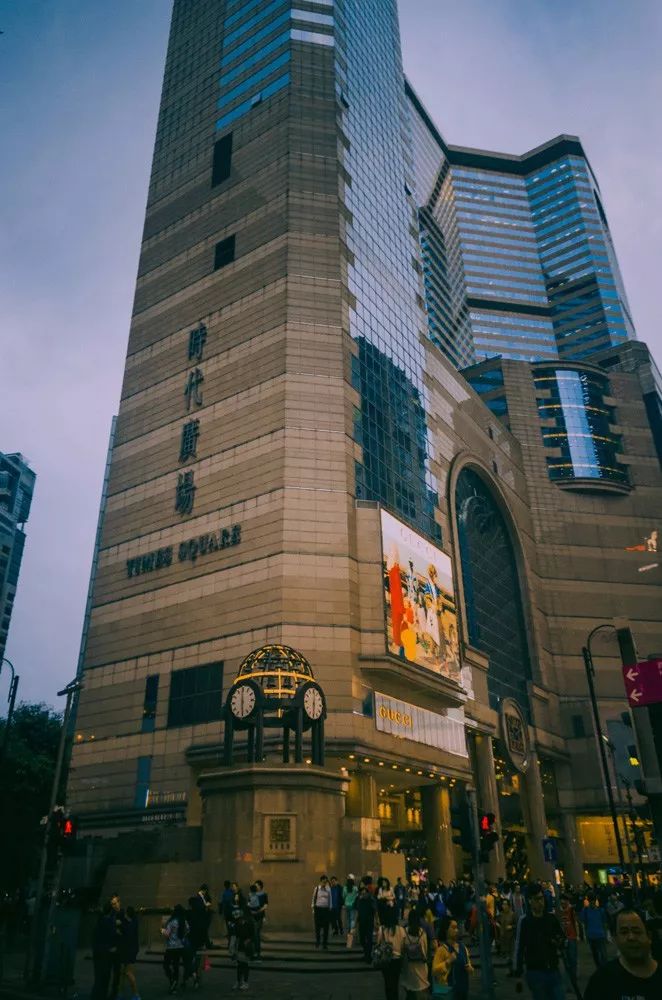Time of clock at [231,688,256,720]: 5:59
